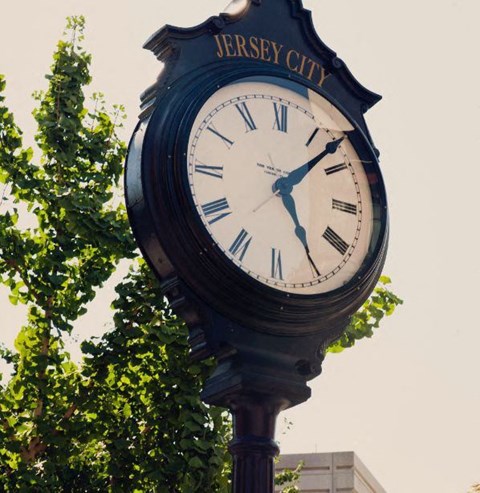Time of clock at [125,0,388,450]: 5:07
